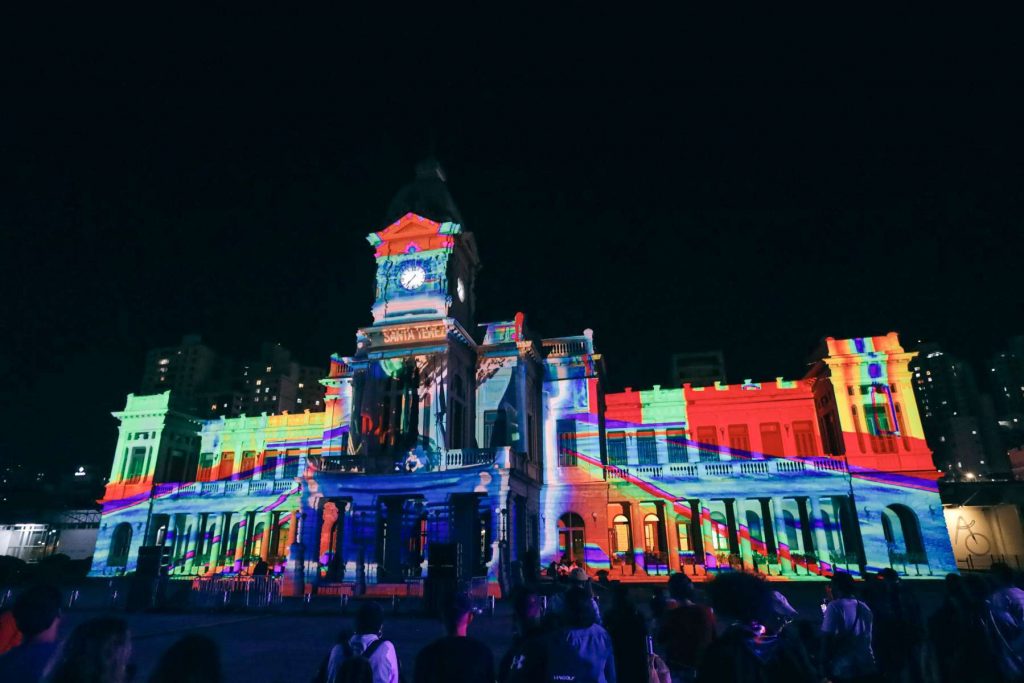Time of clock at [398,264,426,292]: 7:37
